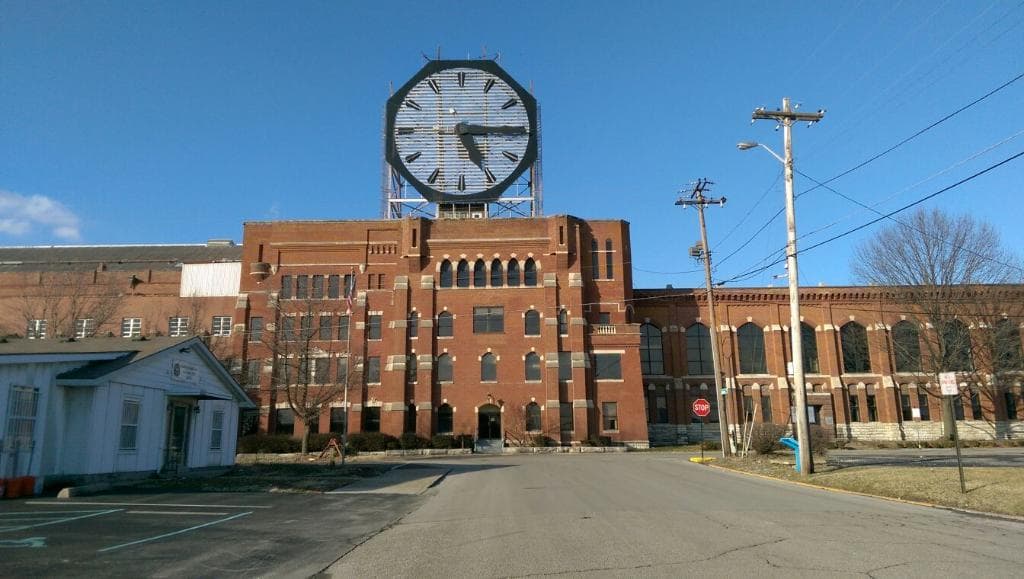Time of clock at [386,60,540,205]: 5:14
